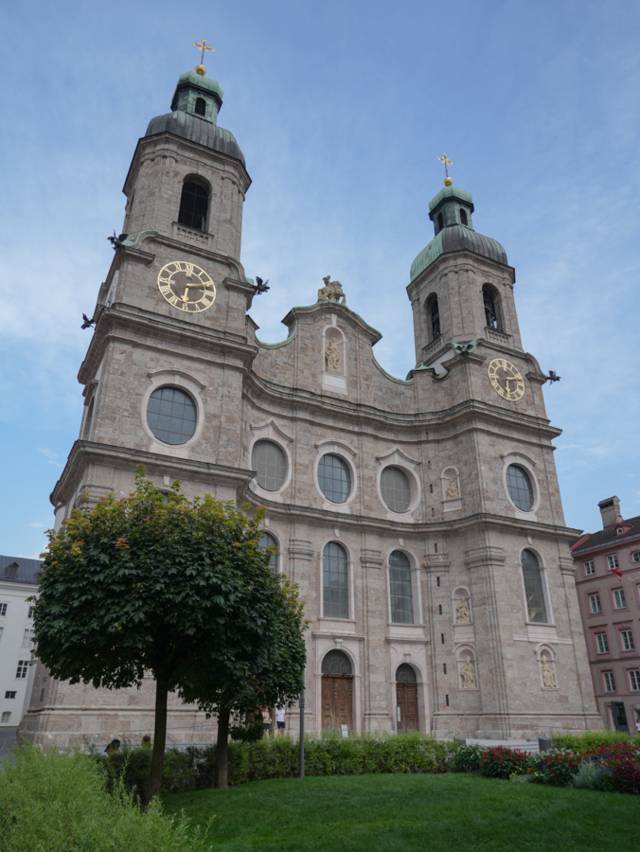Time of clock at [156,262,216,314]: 6:13
